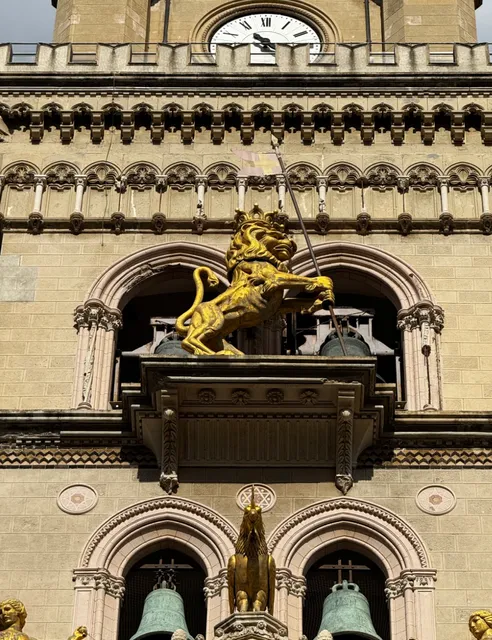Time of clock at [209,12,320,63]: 4:14
